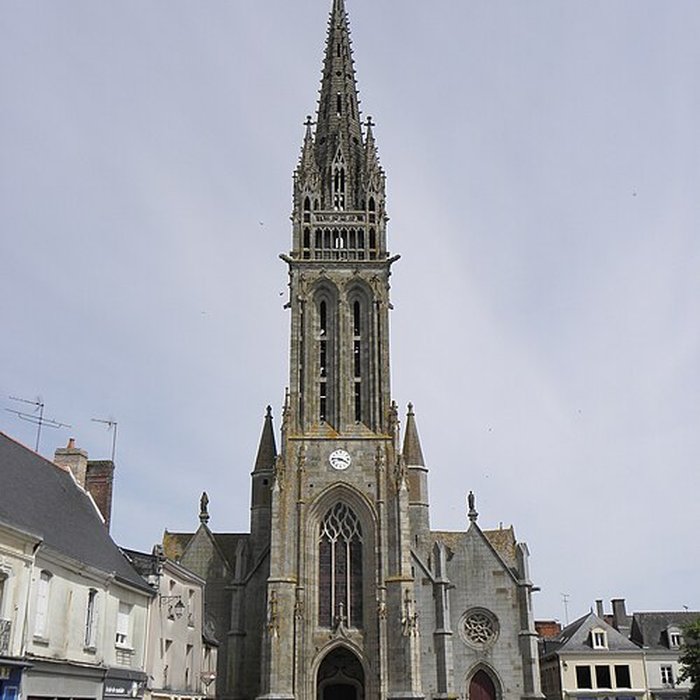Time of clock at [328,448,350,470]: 3:45
